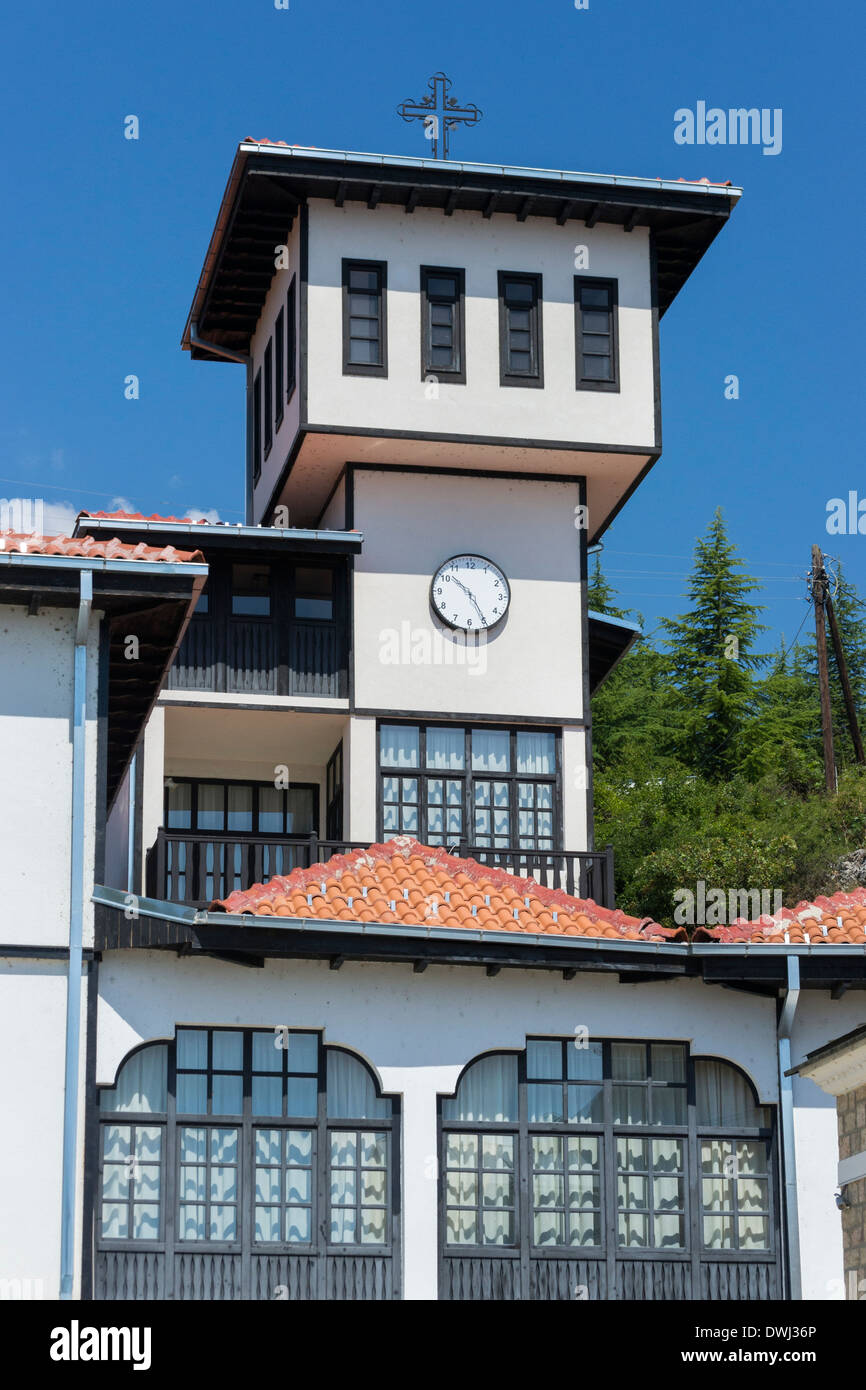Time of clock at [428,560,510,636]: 10:24
